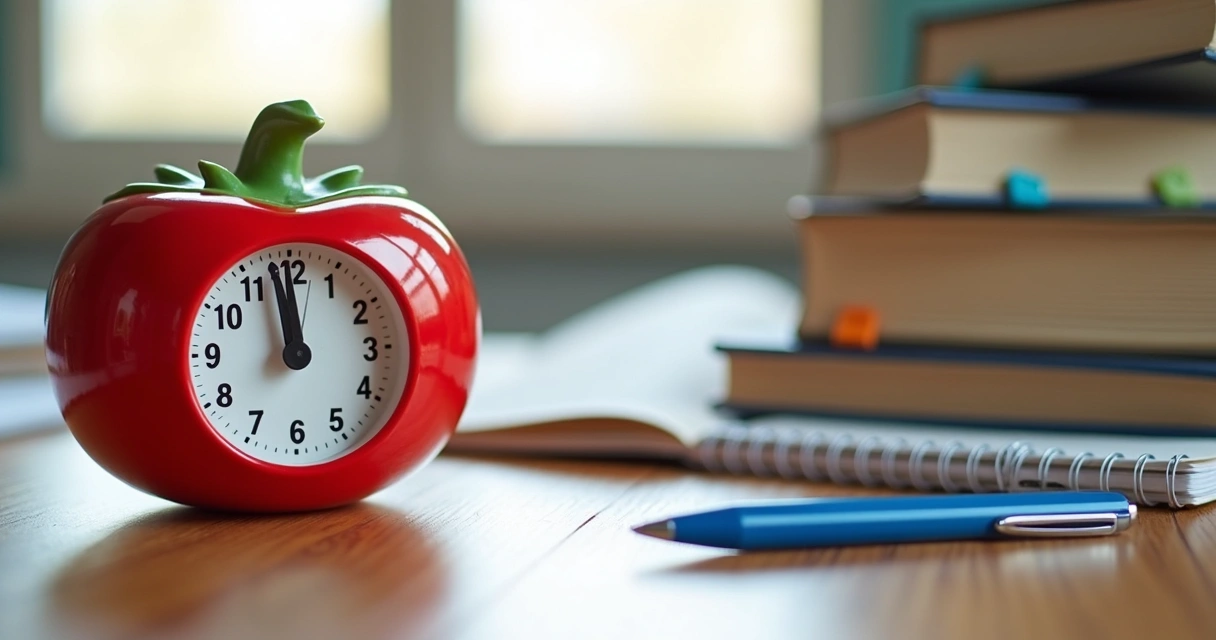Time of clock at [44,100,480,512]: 11:58
